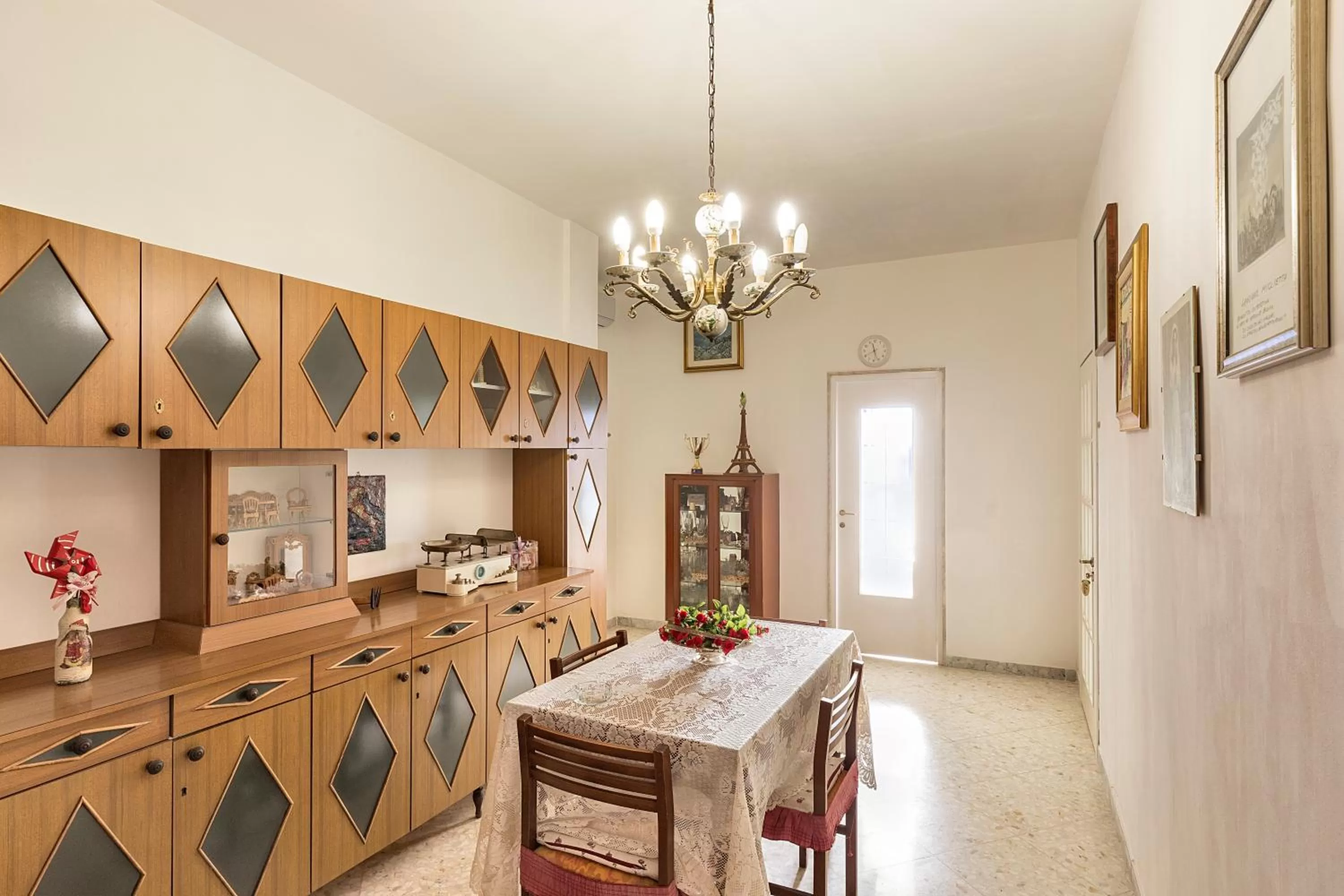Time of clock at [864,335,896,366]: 11:26
